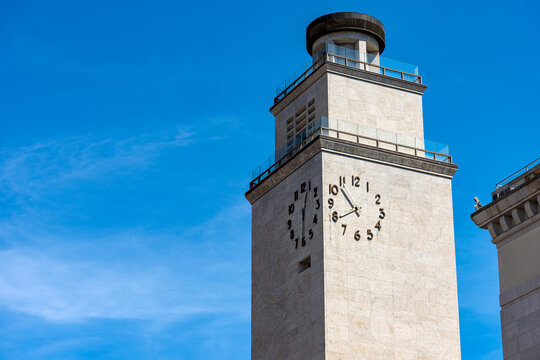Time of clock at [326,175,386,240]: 10:39
